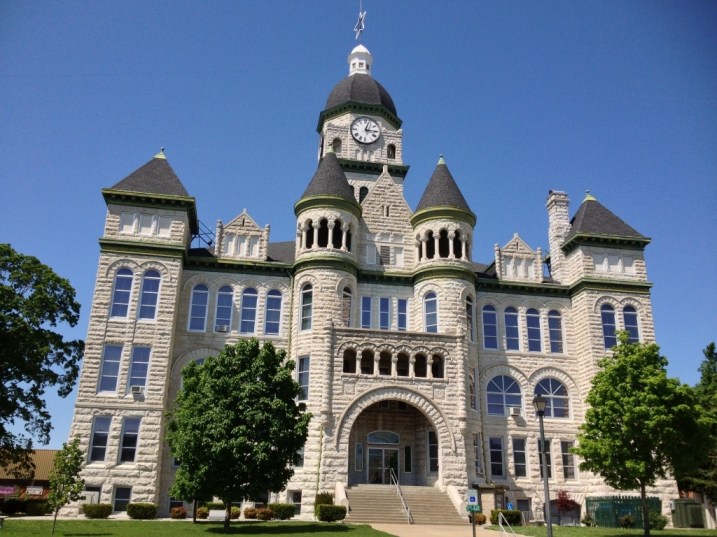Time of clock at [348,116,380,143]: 3:03
